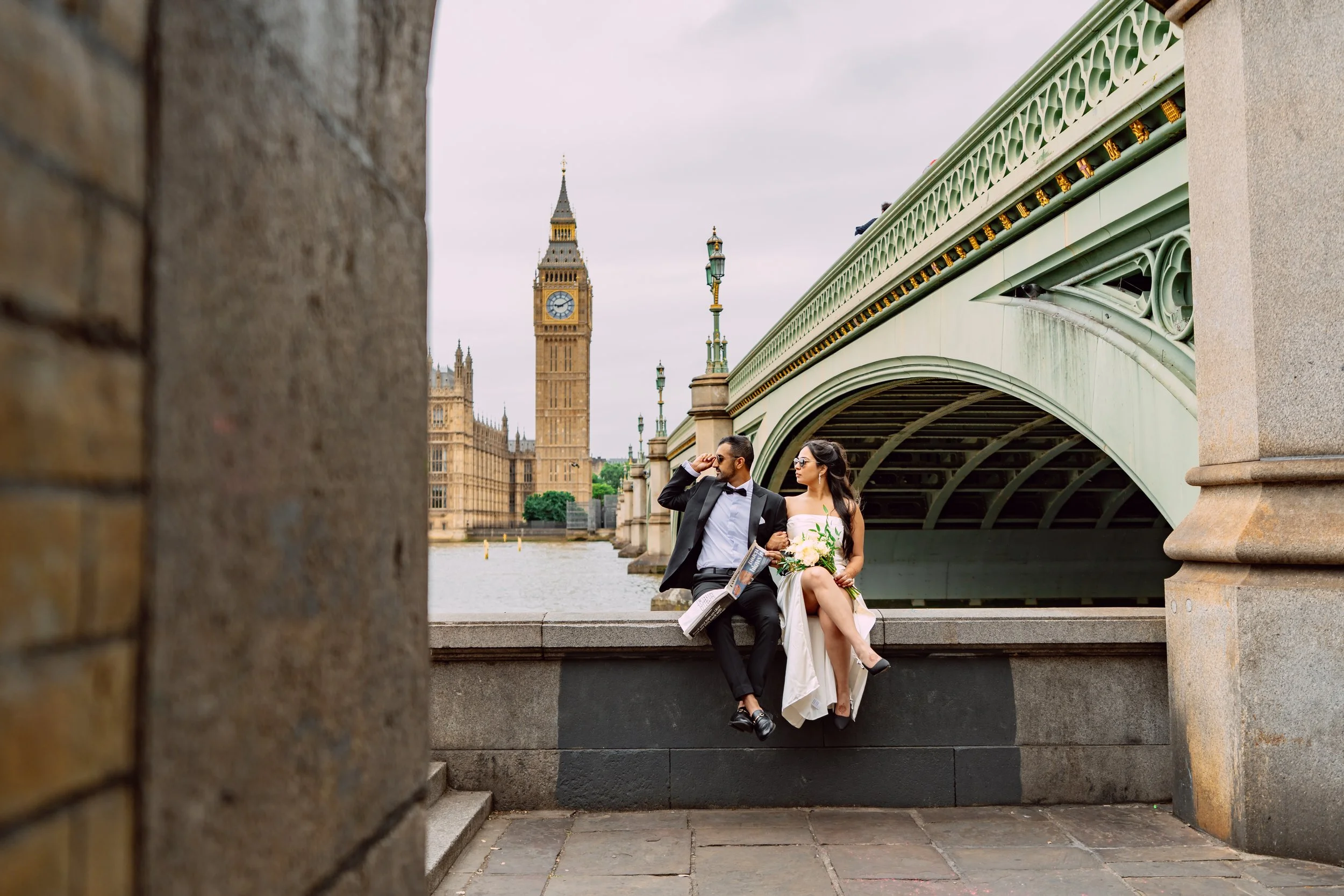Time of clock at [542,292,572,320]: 9:10
